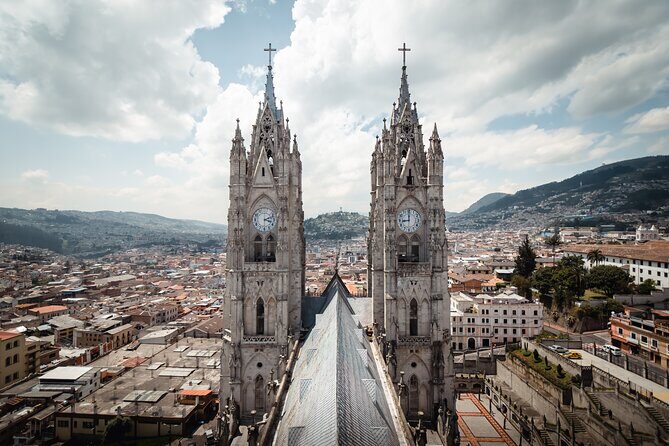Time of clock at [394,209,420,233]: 8:59
